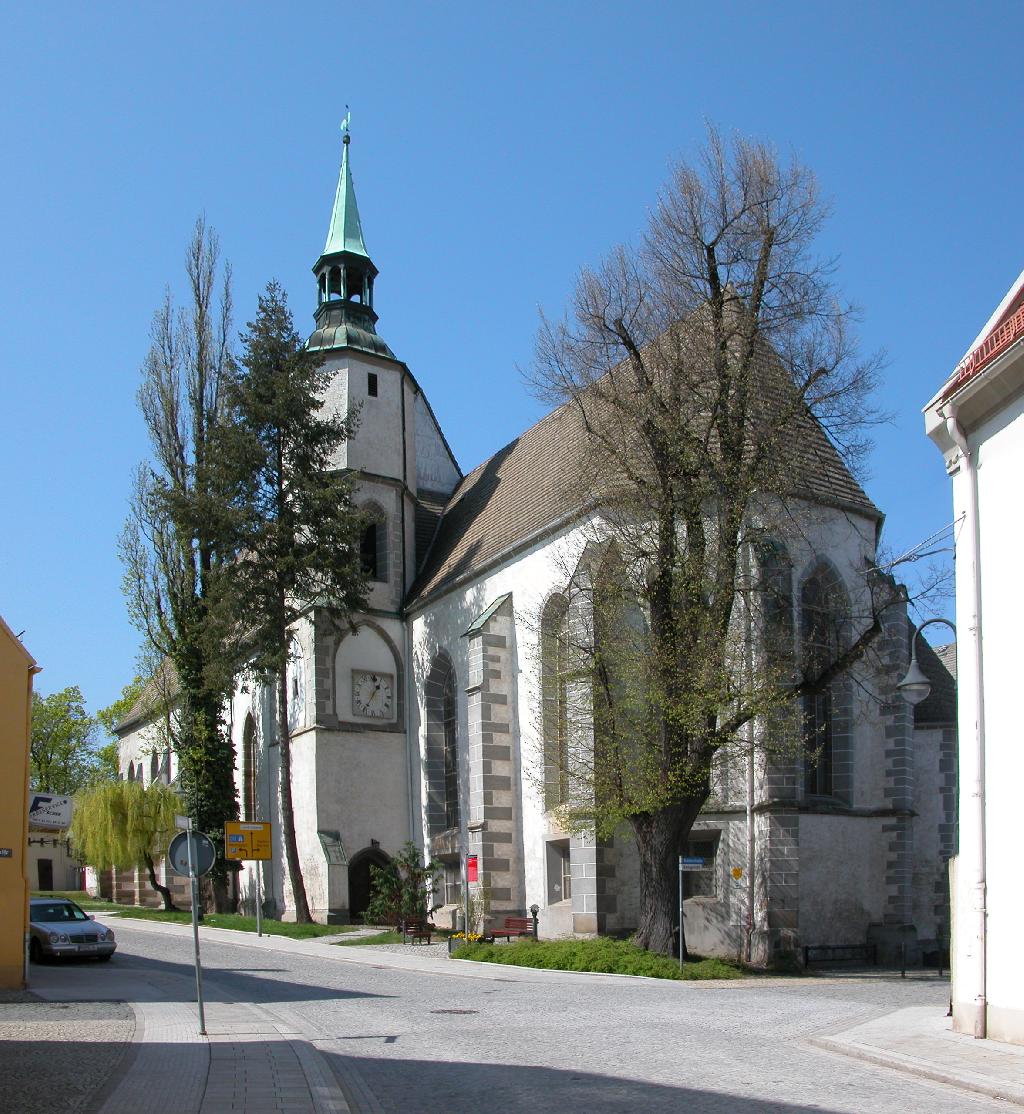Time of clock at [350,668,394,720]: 1:35
